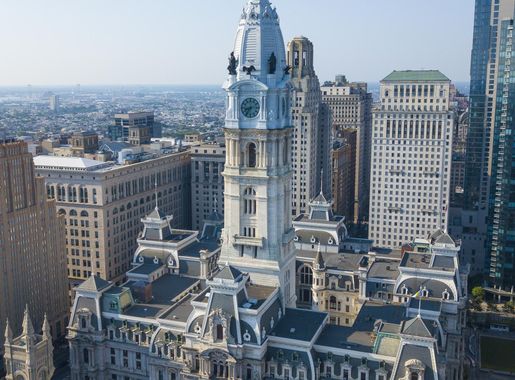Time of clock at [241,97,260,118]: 8:36
